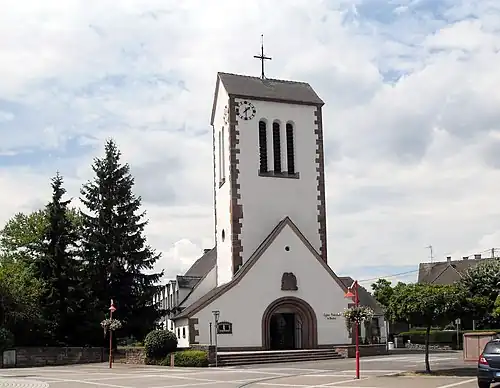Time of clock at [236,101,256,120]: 1:29
